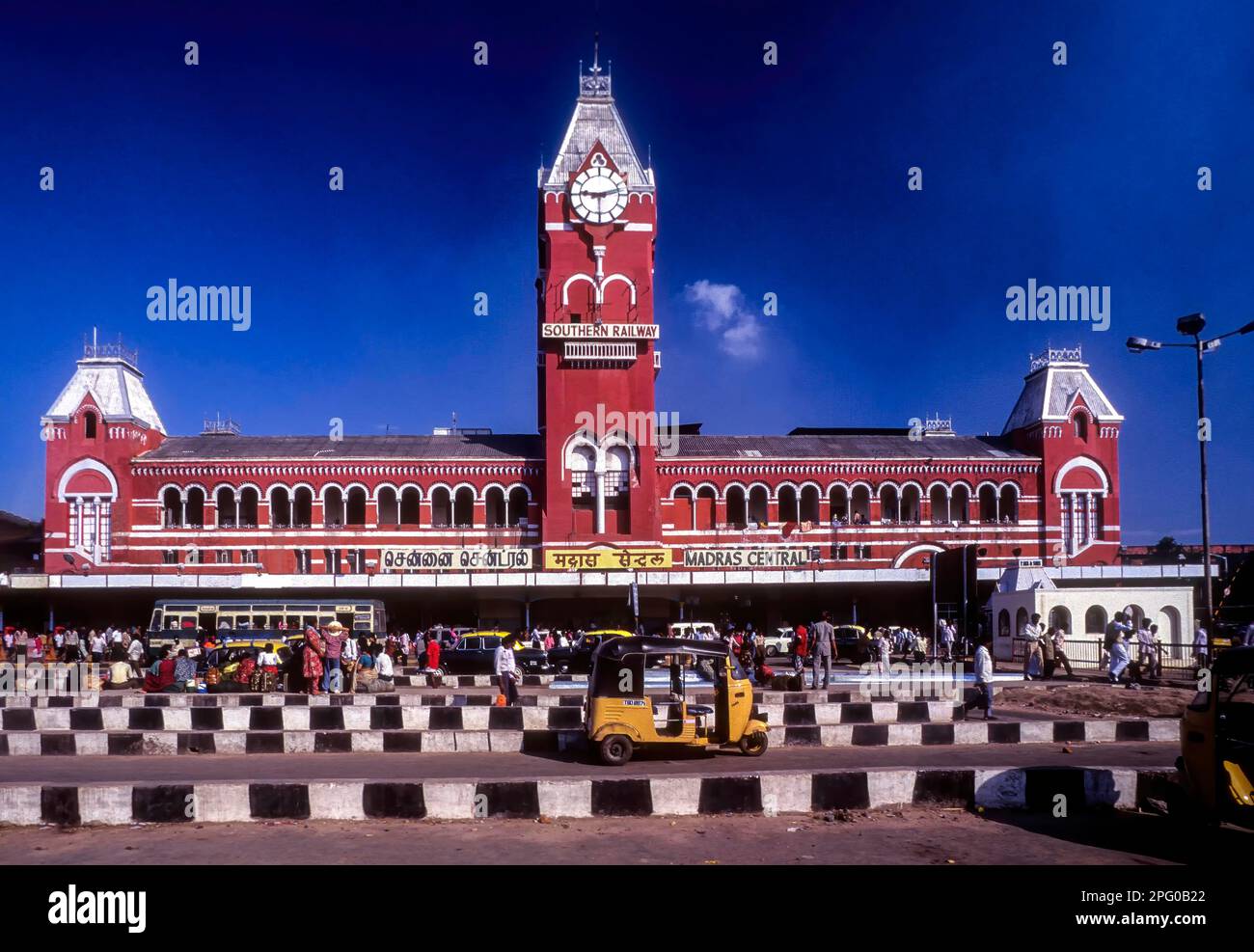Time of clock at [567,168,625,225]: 9:12
